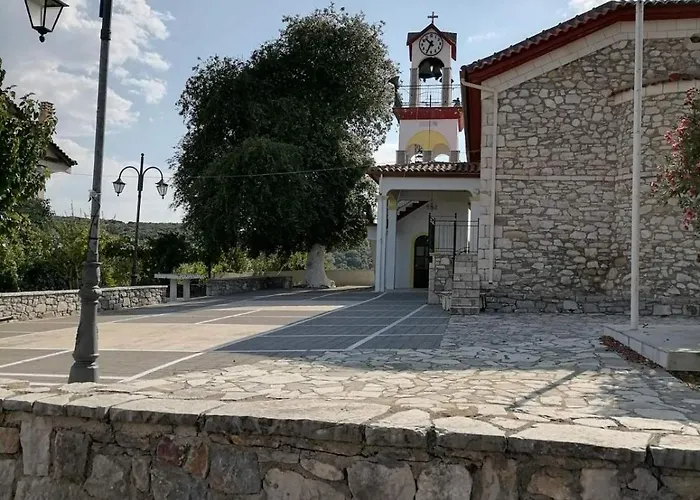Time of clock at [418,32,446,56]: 10:34
